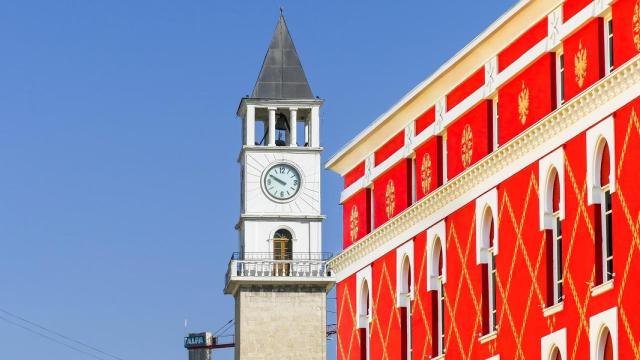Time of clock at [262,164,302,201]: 9:49
